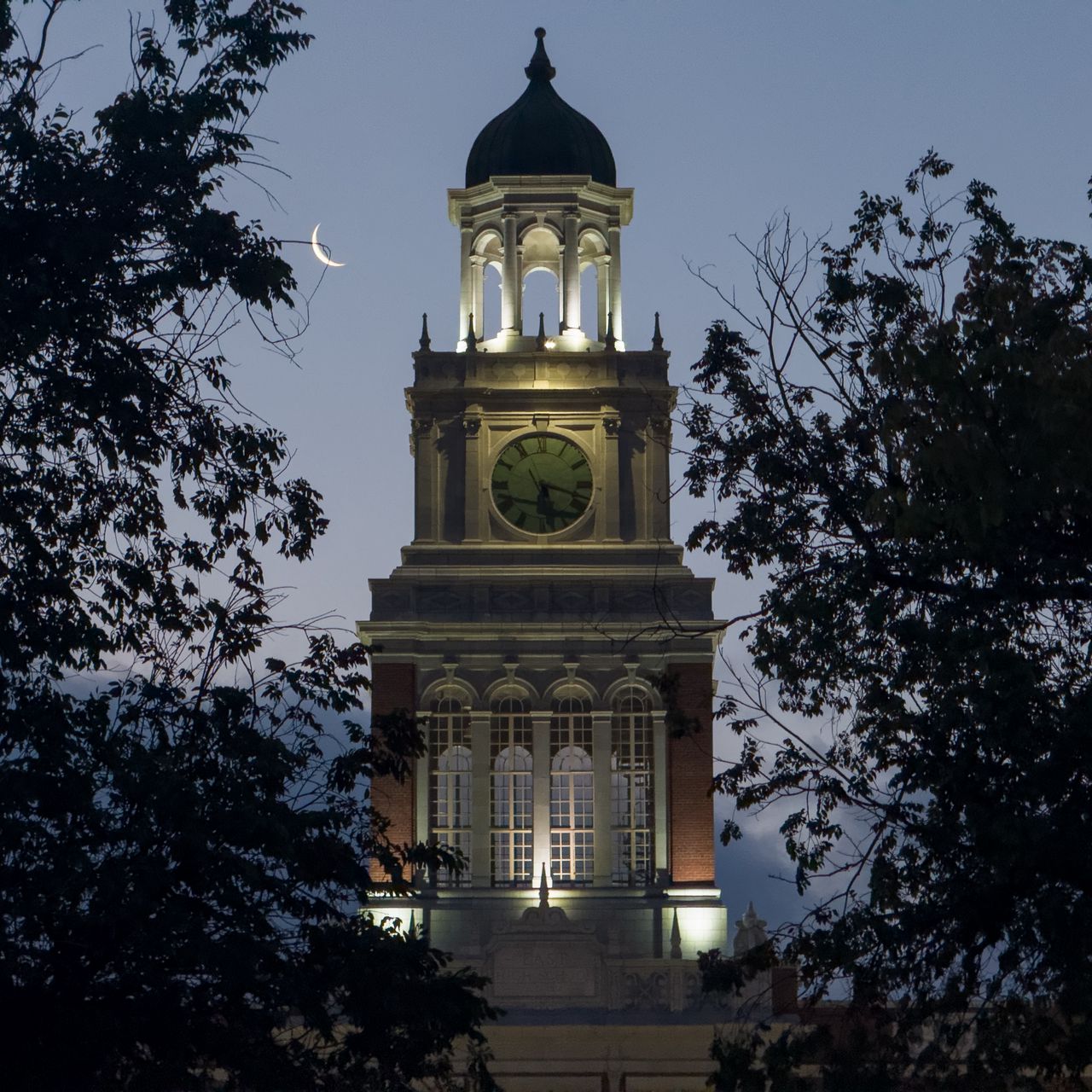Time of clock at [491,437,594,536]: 5:18
